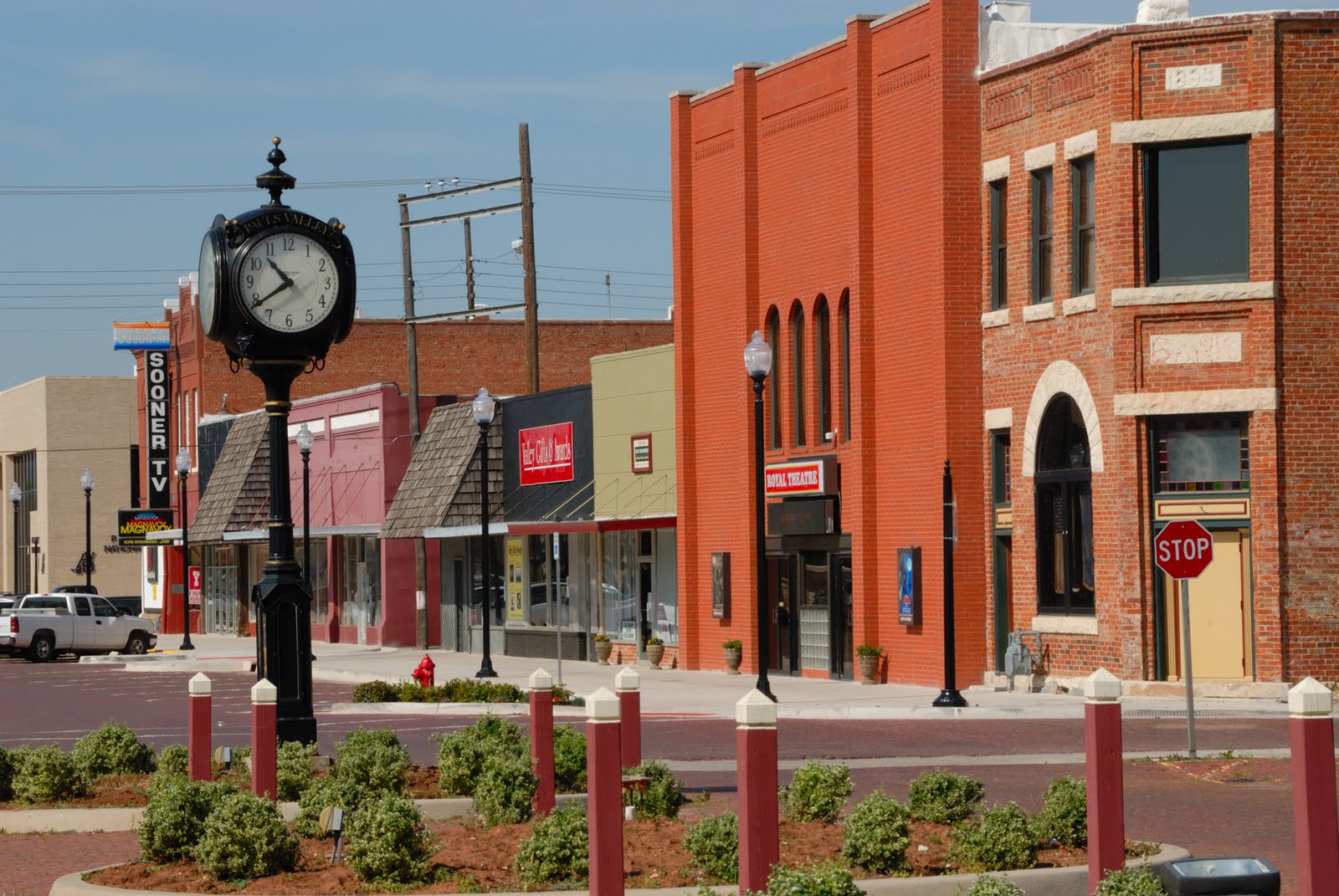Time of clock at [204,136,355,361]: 10:39
